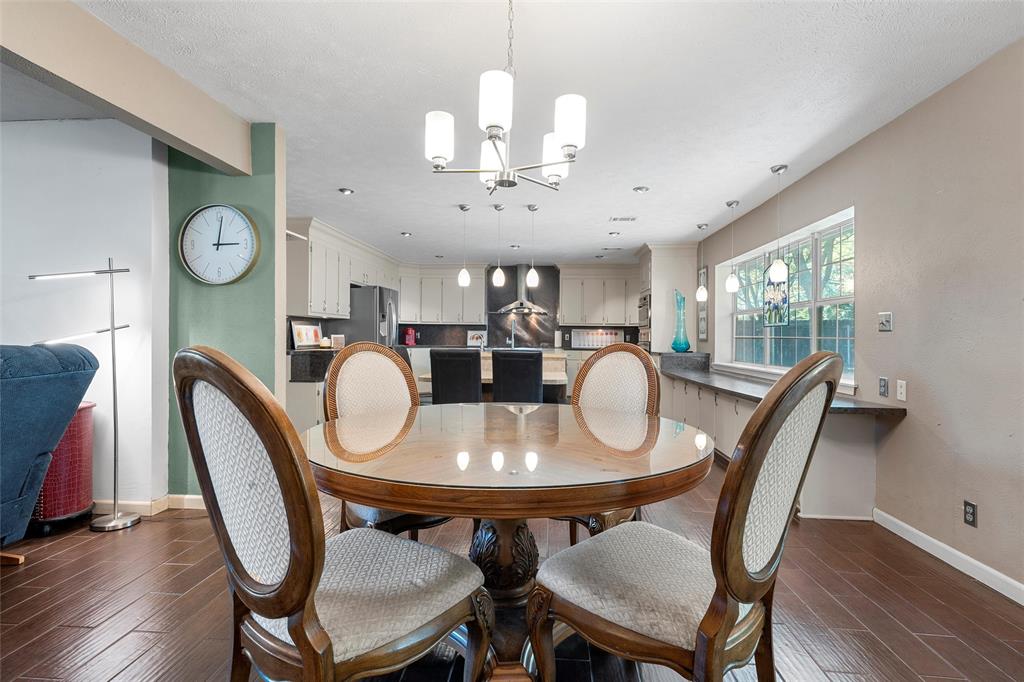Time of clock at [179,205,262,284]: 3:01
